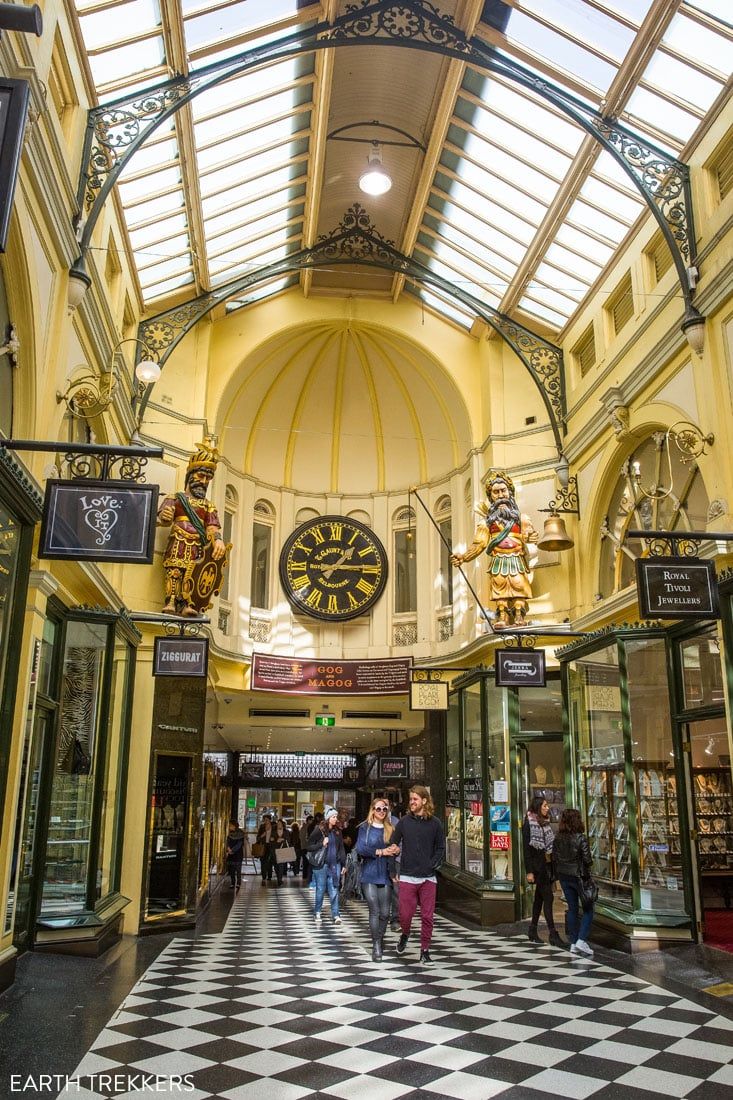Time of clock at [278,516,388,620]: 1:14
